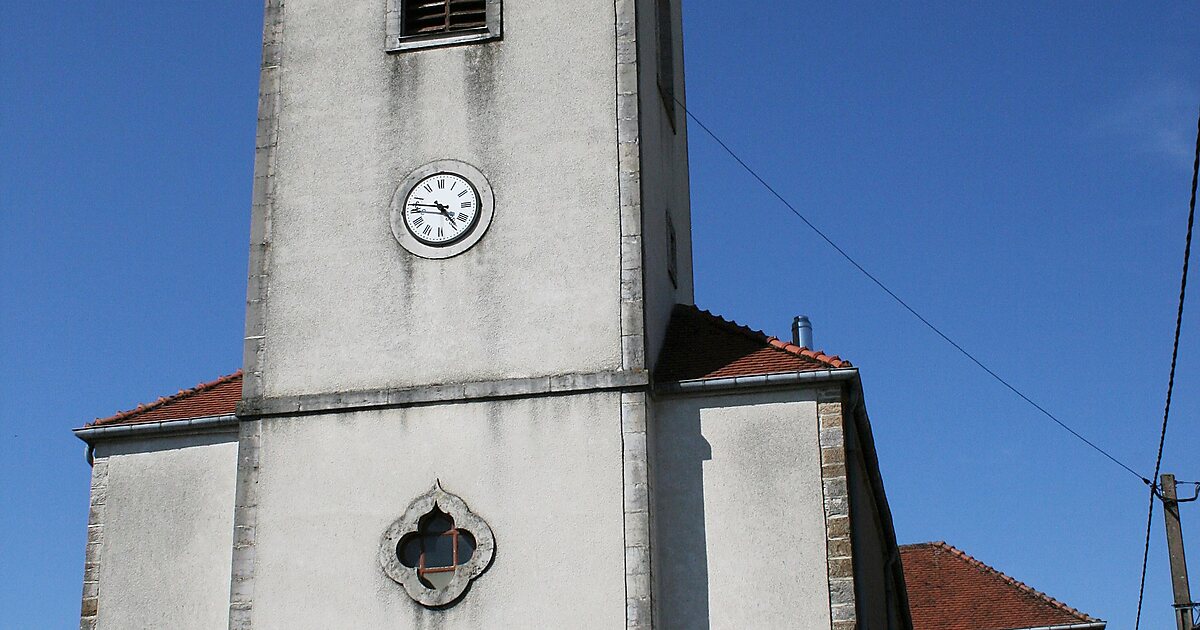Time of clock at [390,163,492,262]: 4:46
